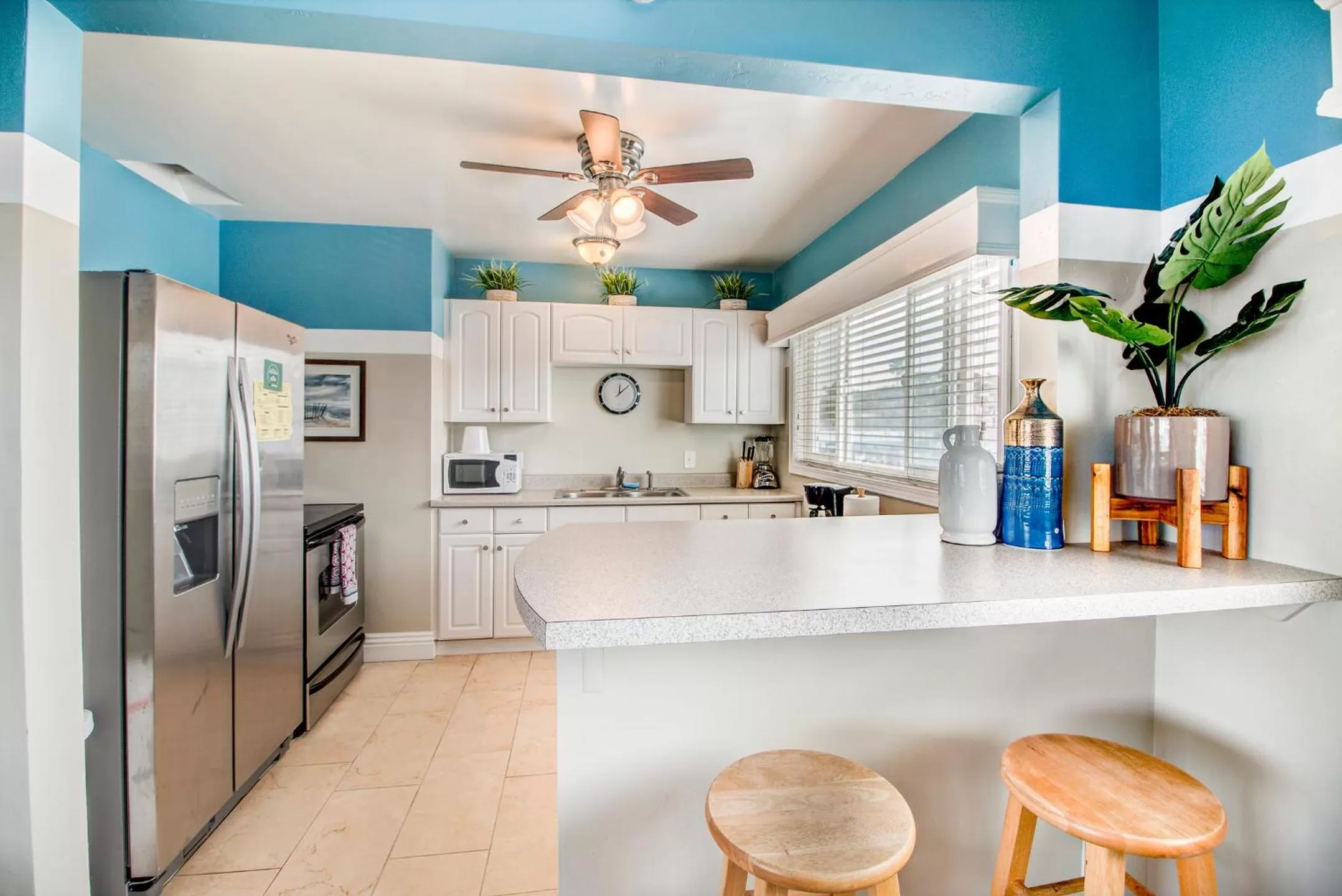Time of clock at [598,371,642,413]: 12:07
